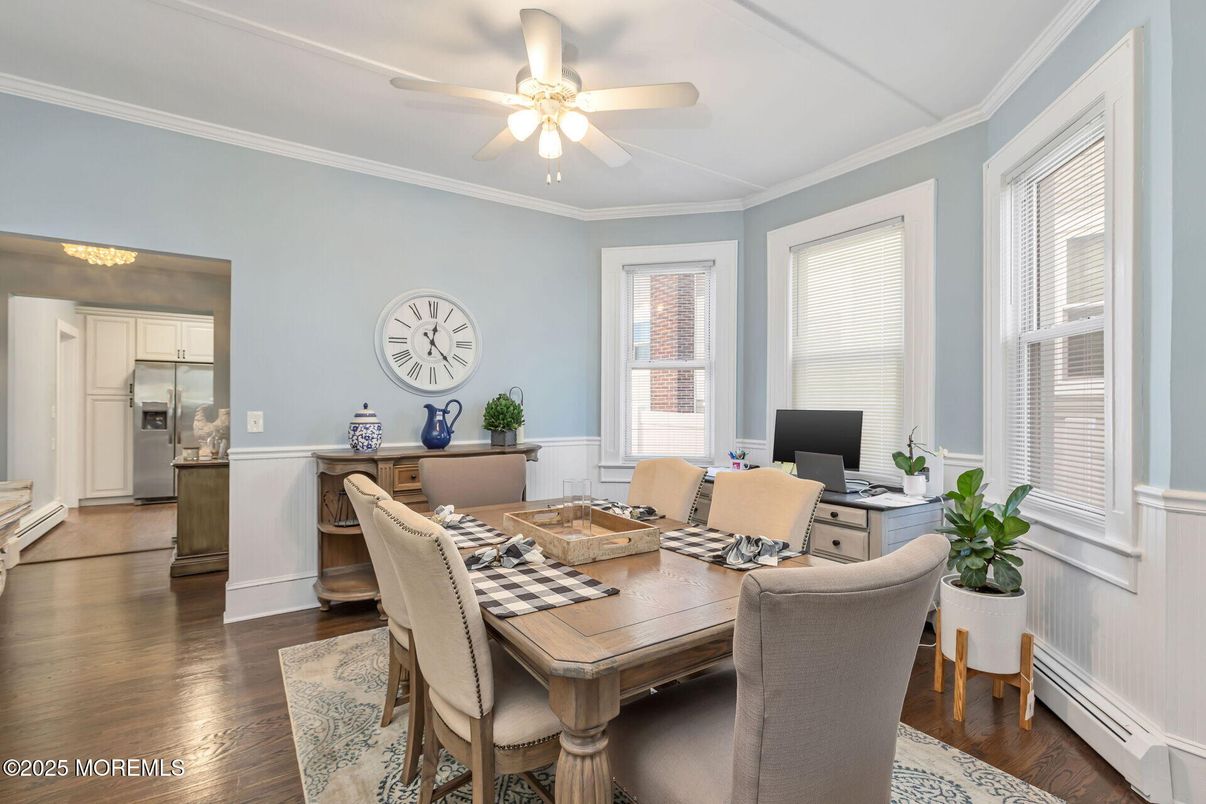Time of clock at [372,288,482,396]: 12:23
